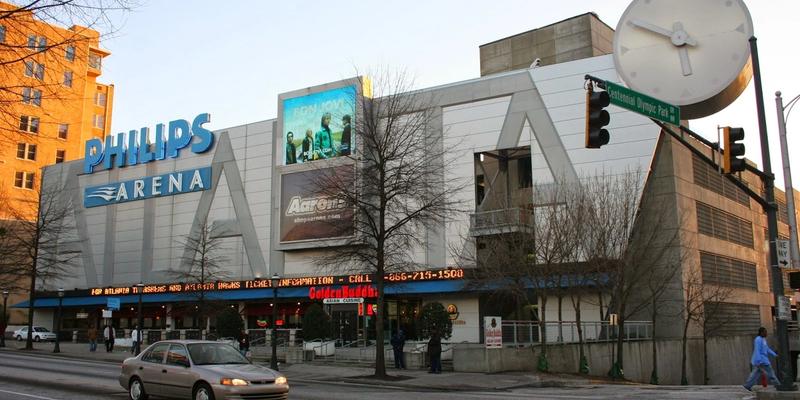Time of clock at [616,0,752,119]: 5:49
